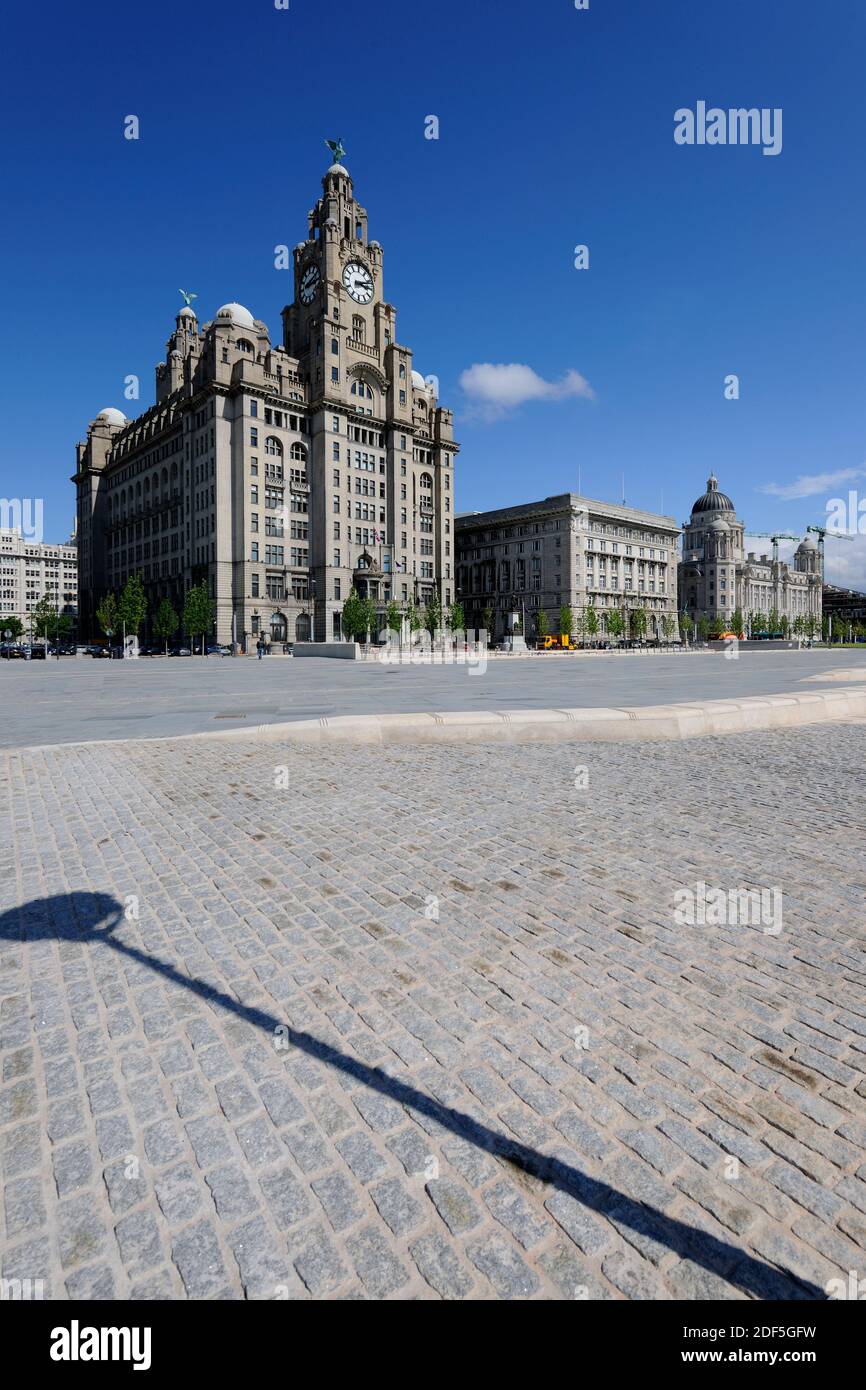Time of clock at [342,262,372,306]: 3:11
